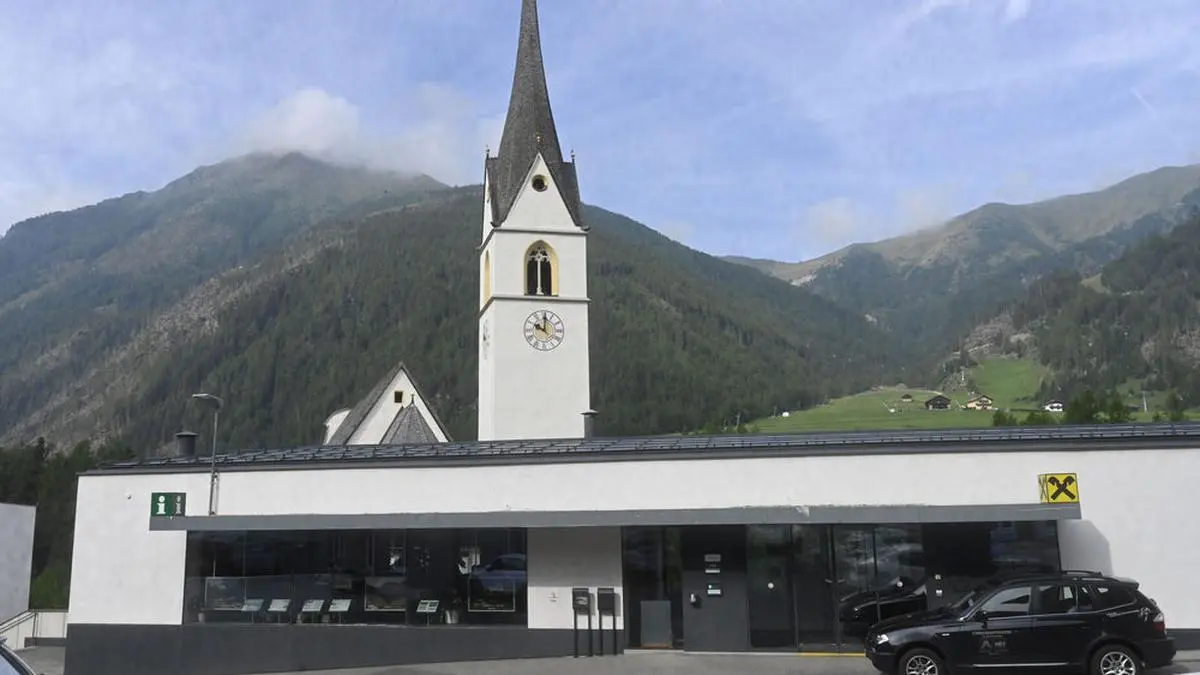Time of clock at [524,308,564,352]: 10:00
